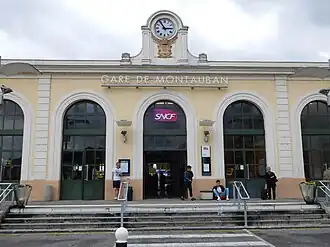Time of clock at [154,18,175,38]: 2:54
